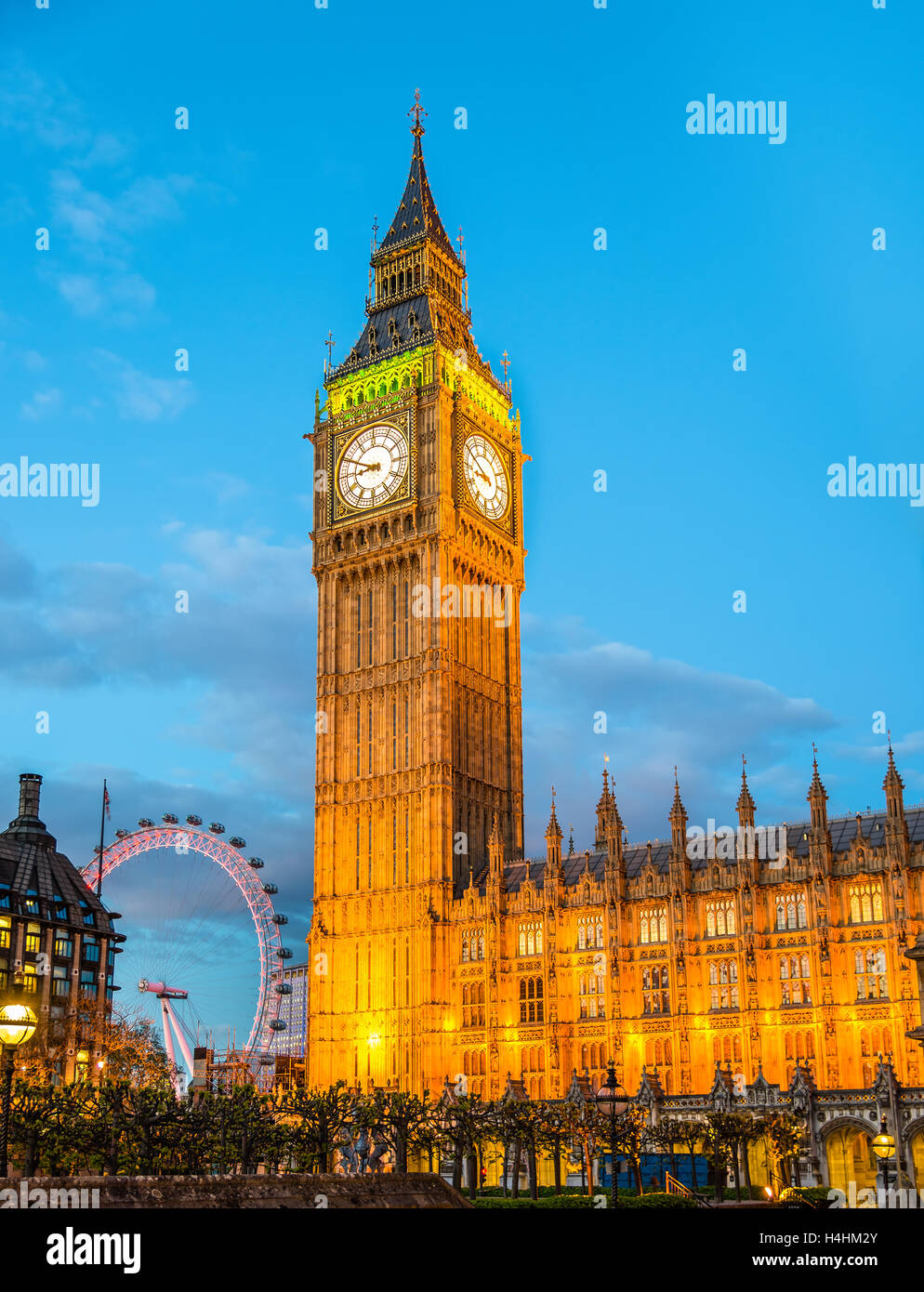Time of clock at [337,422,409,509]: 8:49
